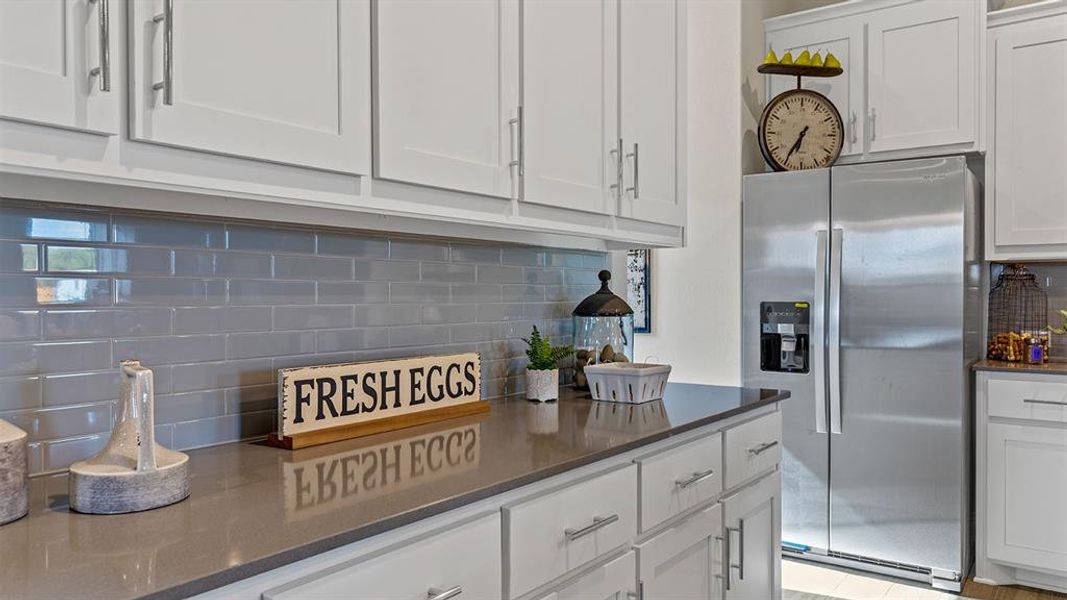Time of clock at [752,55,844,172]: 6:35
